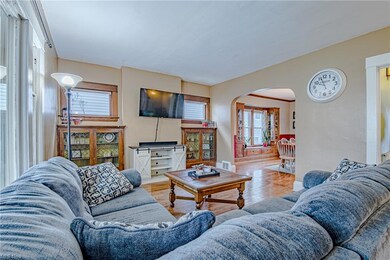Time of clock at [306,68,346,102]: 9:56
